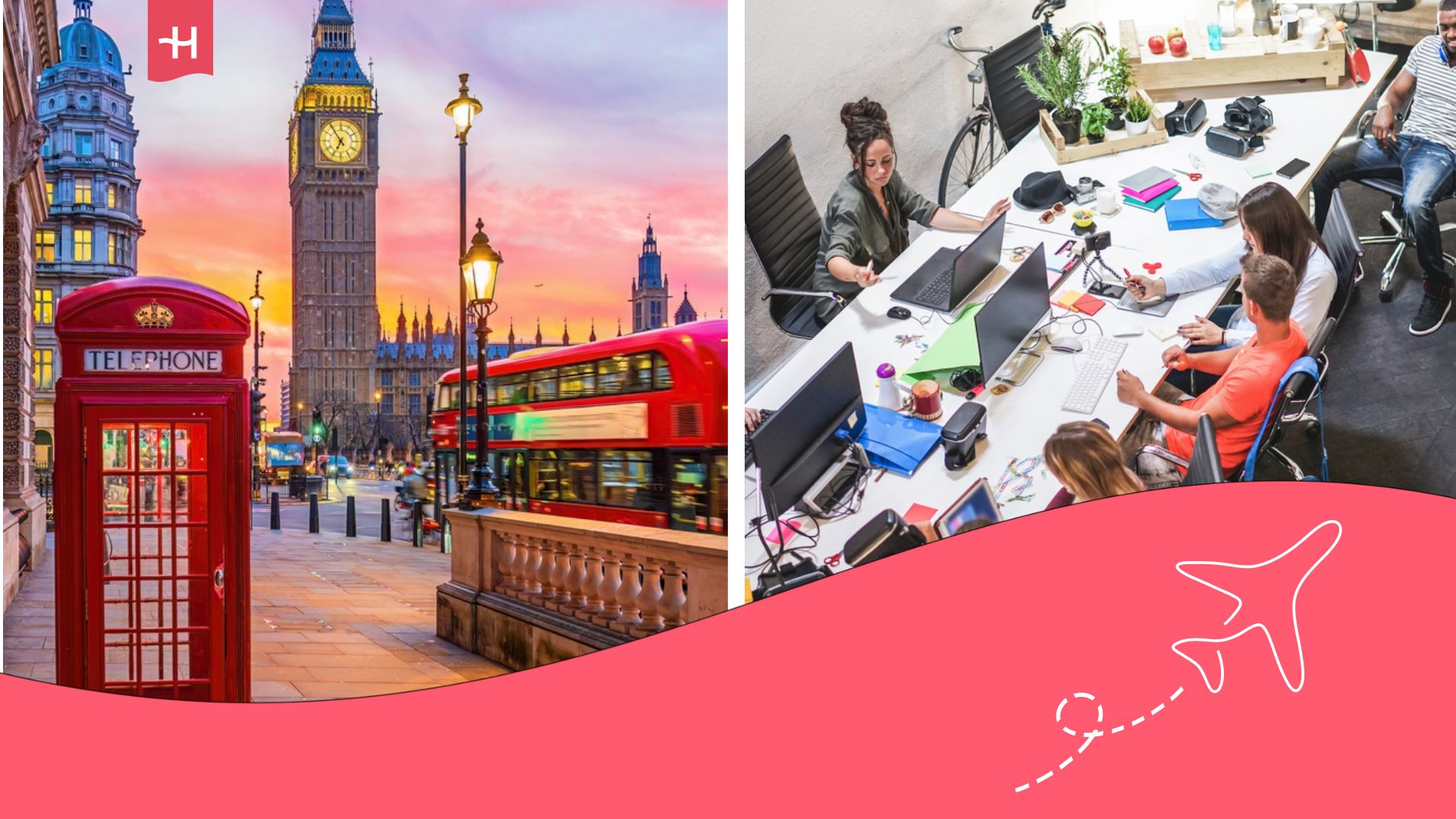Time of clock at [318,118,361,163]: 6:53
